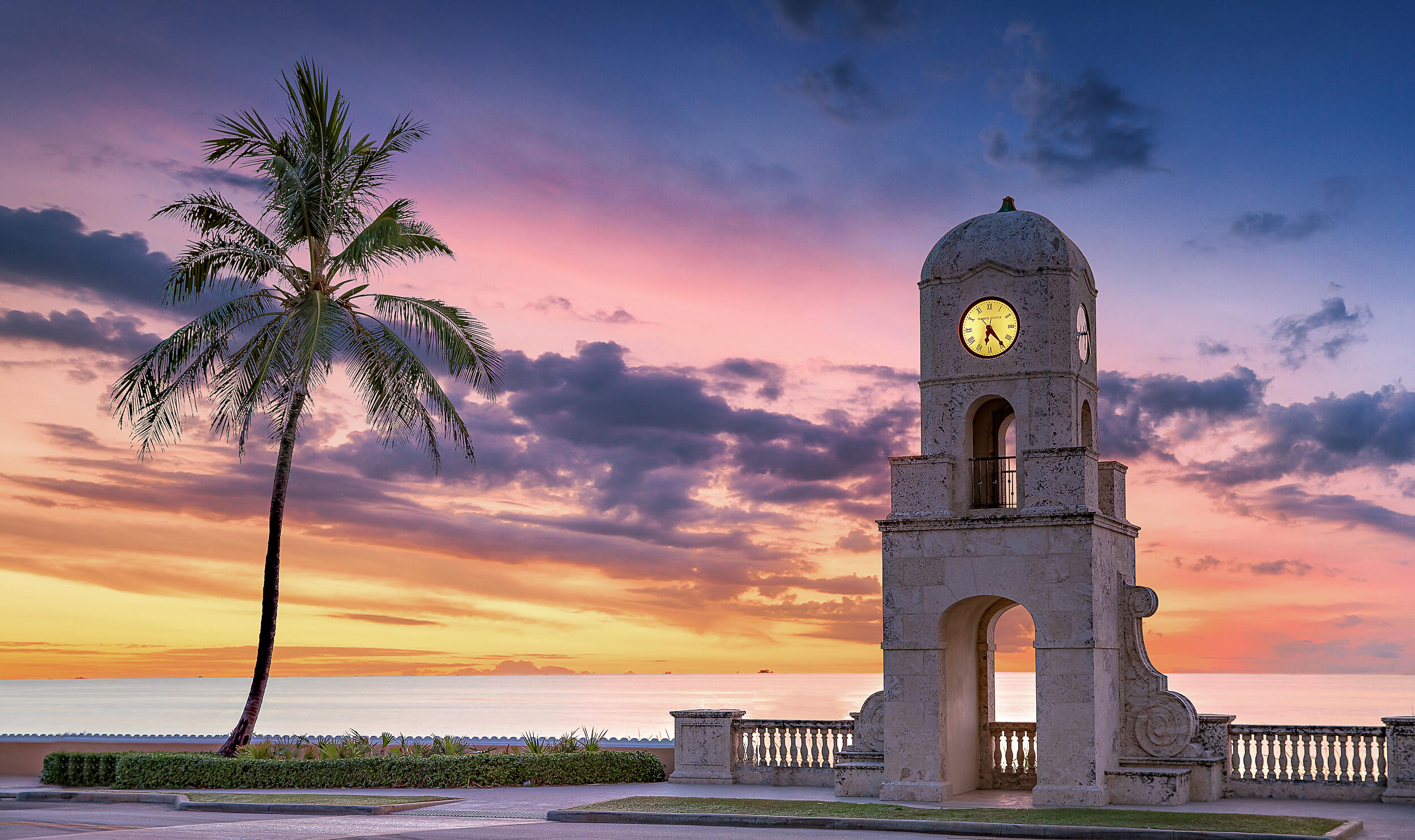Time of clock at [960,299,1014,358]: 6:23
